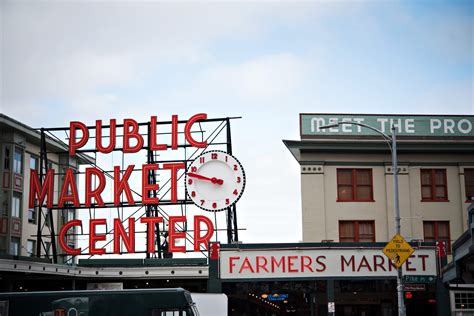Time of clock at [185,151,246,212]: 9:47
